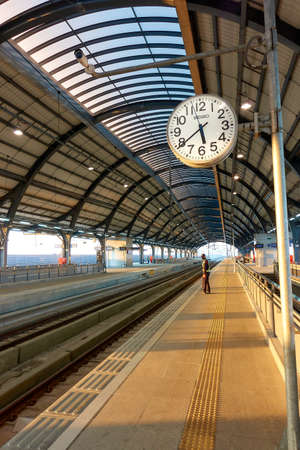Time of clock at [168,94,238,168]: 5:39
